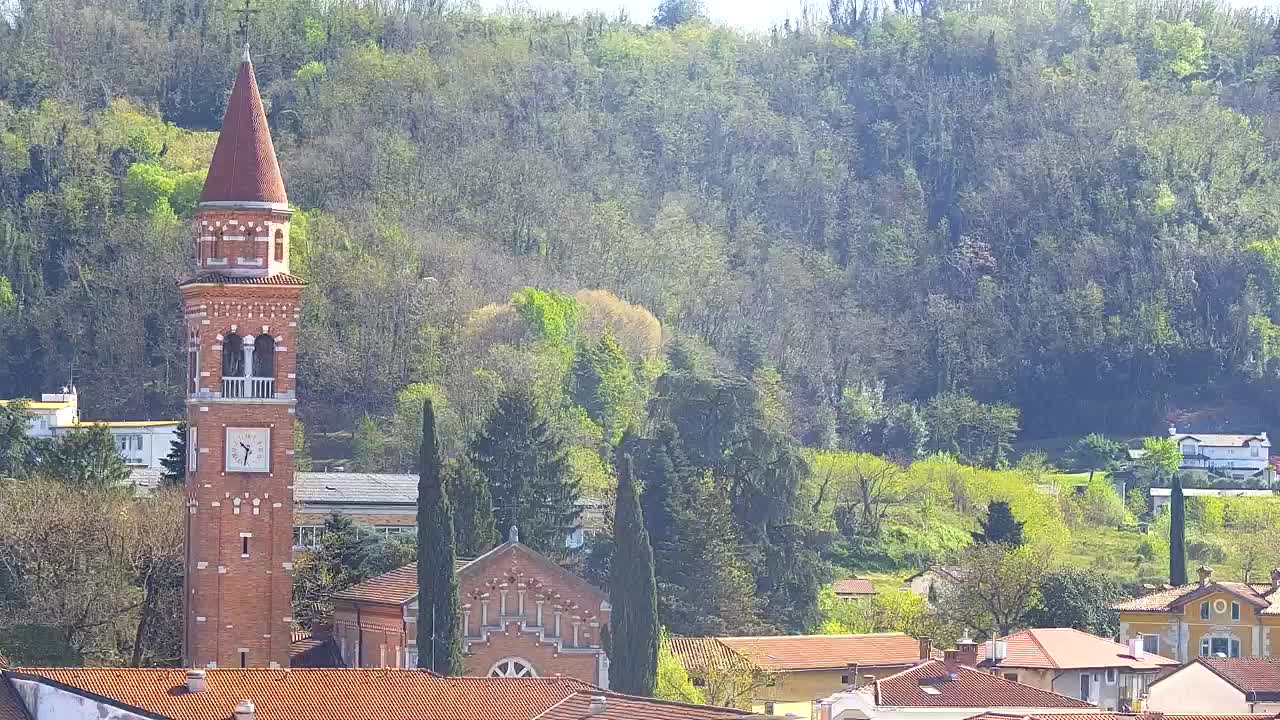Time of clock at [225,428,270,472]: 10:32
